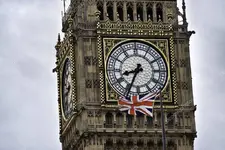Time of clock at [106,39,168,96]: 8:34
